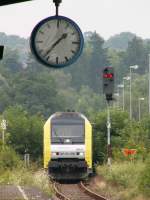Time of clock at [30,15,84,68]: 1:36
